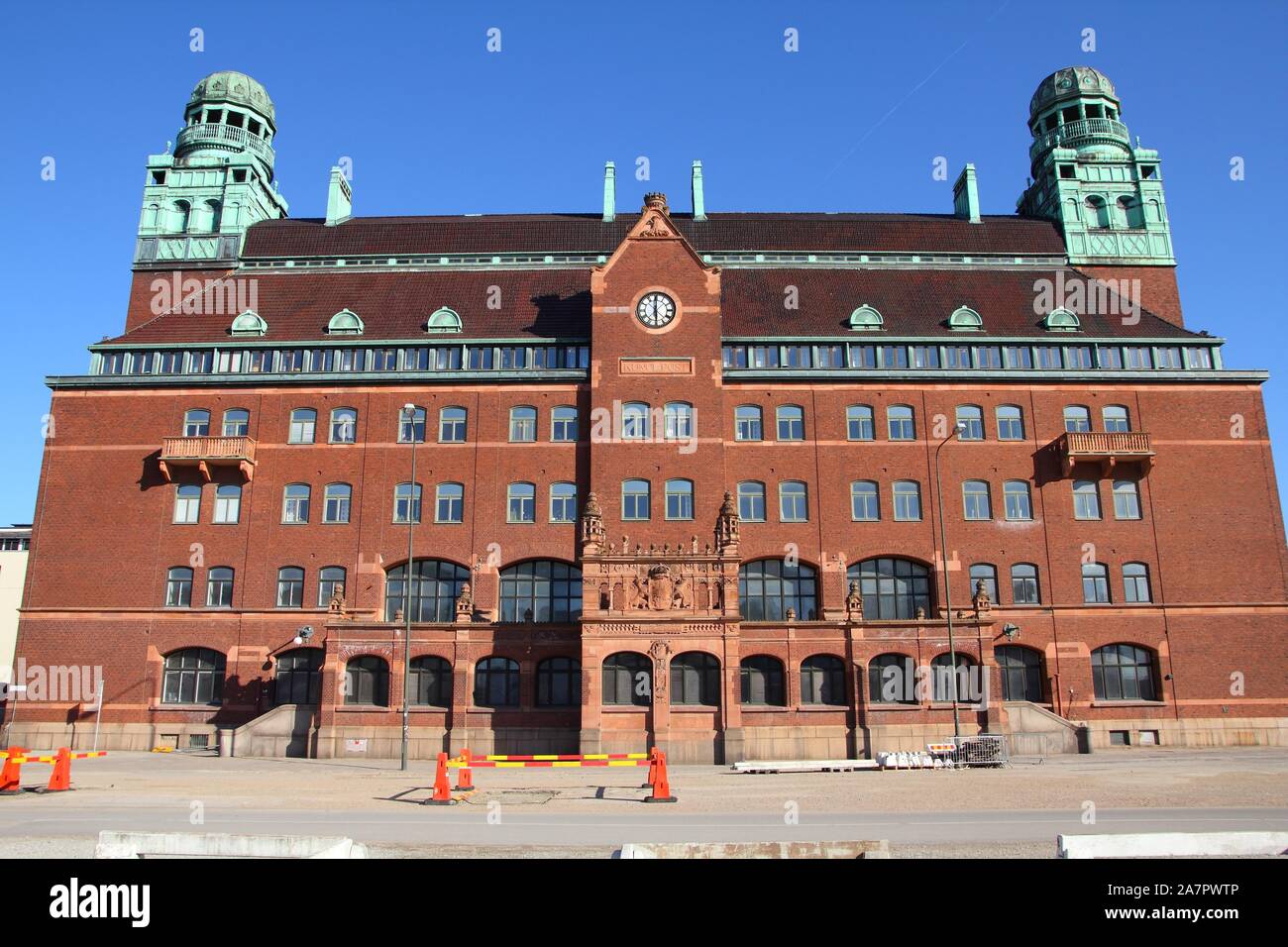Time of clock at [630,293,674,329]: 5:59
